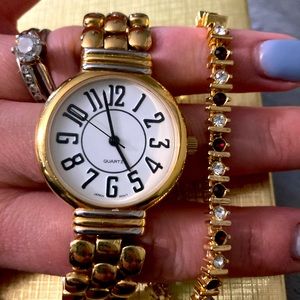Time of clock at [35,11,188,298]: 4:57
